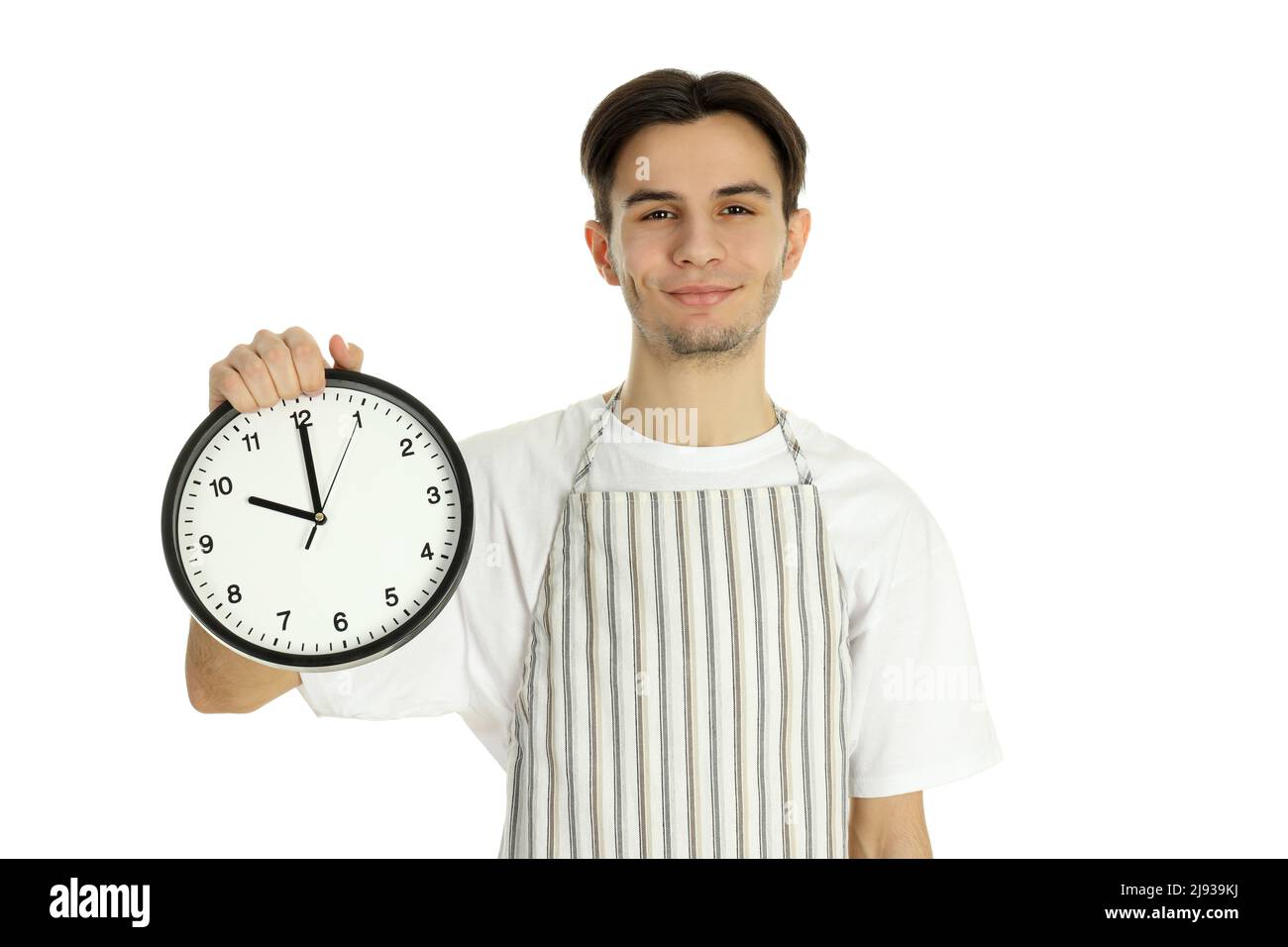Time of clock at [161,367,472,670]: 10:00
